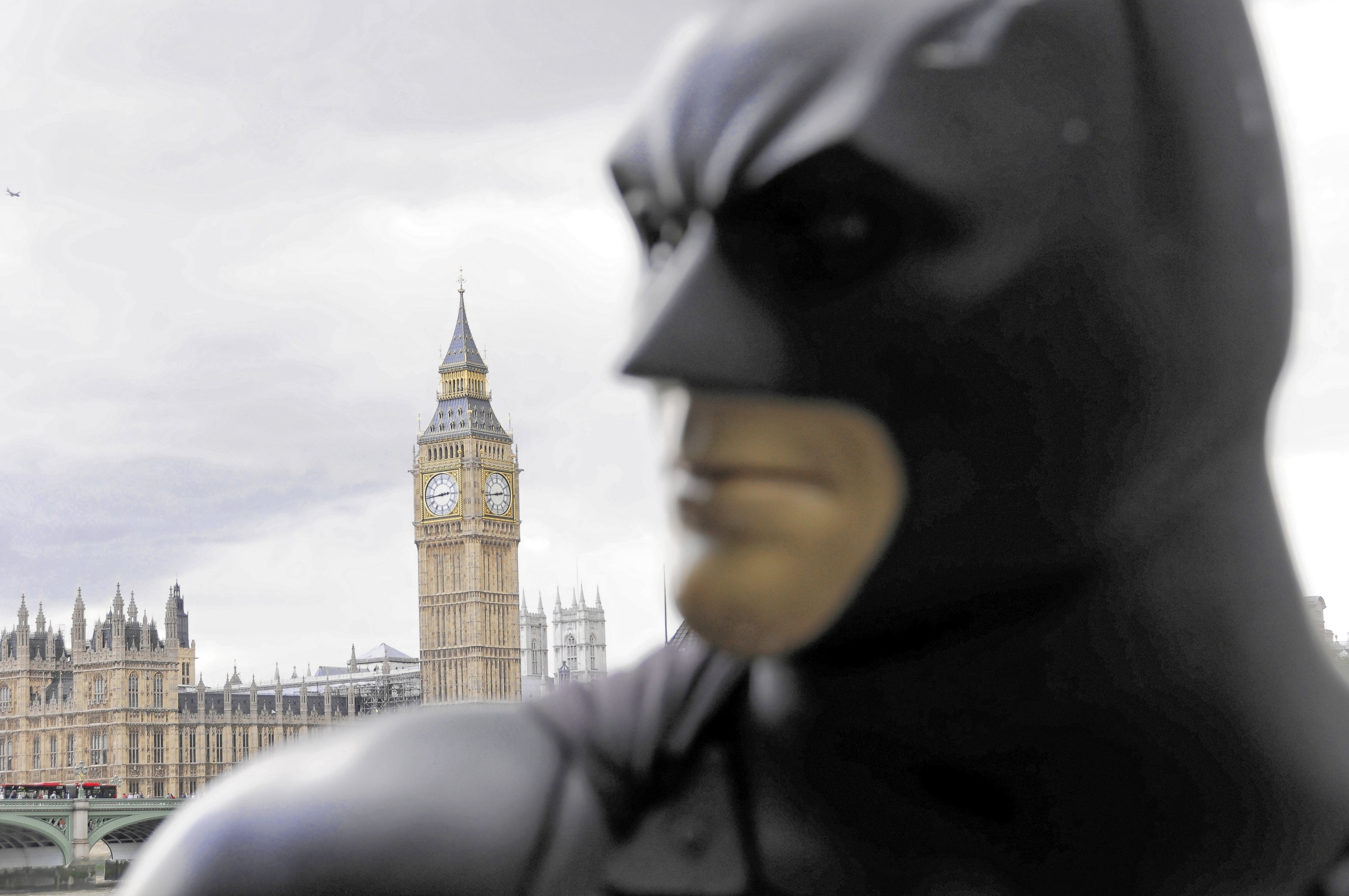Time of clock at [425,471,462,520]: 2:44
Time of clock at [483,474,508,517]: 2:43
